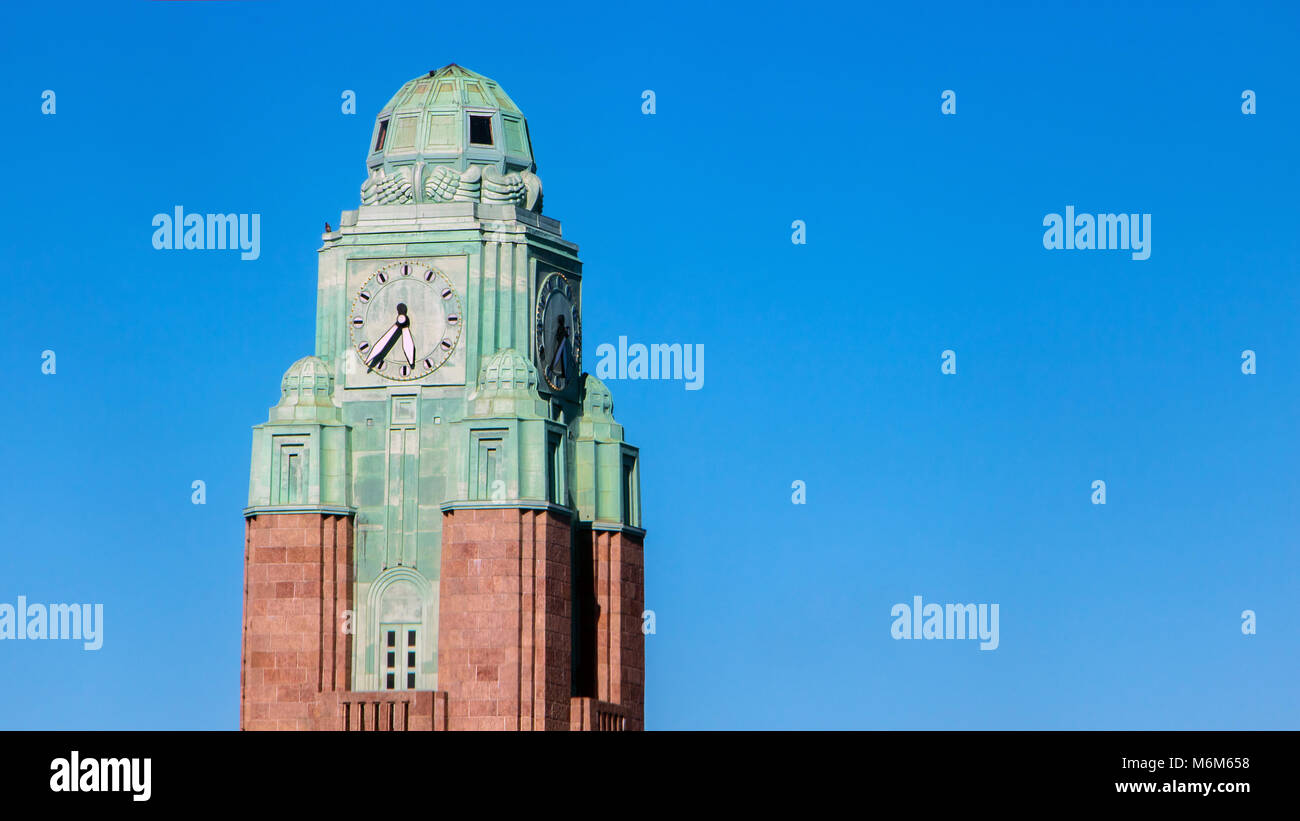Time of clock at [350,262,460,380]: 5:36
